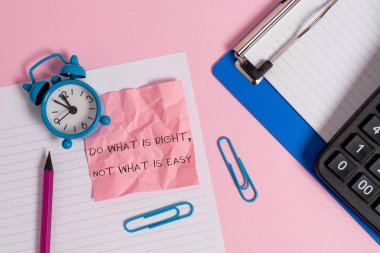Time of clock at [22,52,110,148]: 10:50
